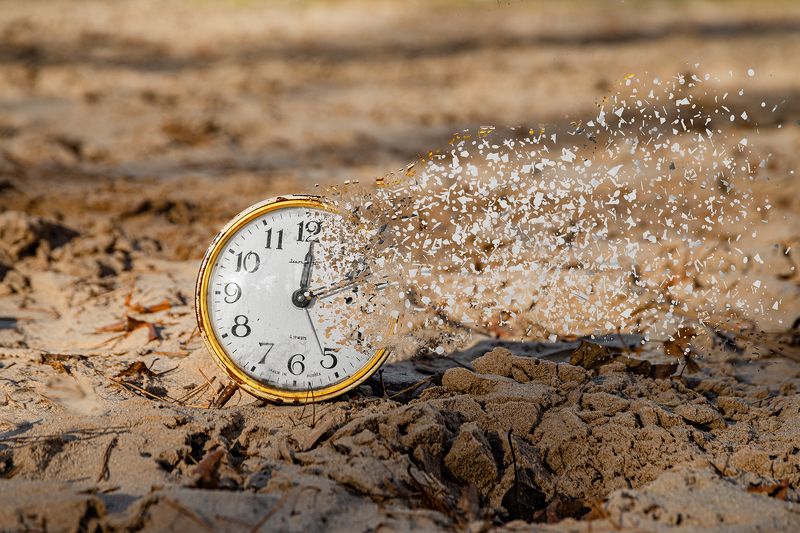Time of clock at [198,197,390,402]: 12:12
